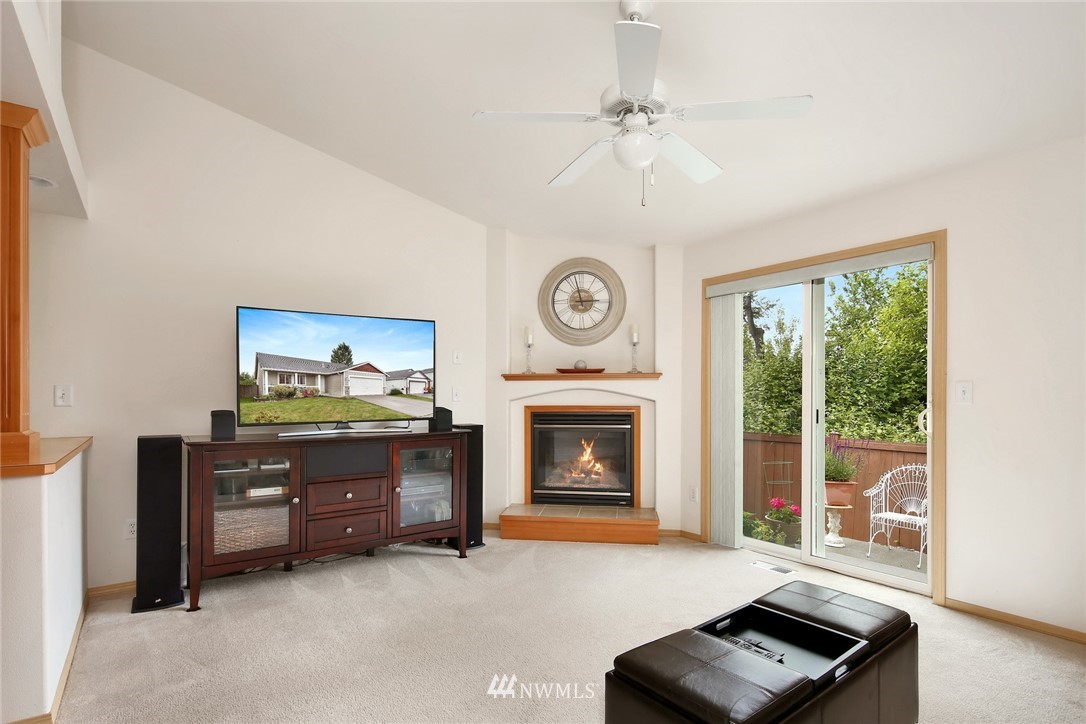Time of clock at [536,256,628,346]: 2:57
